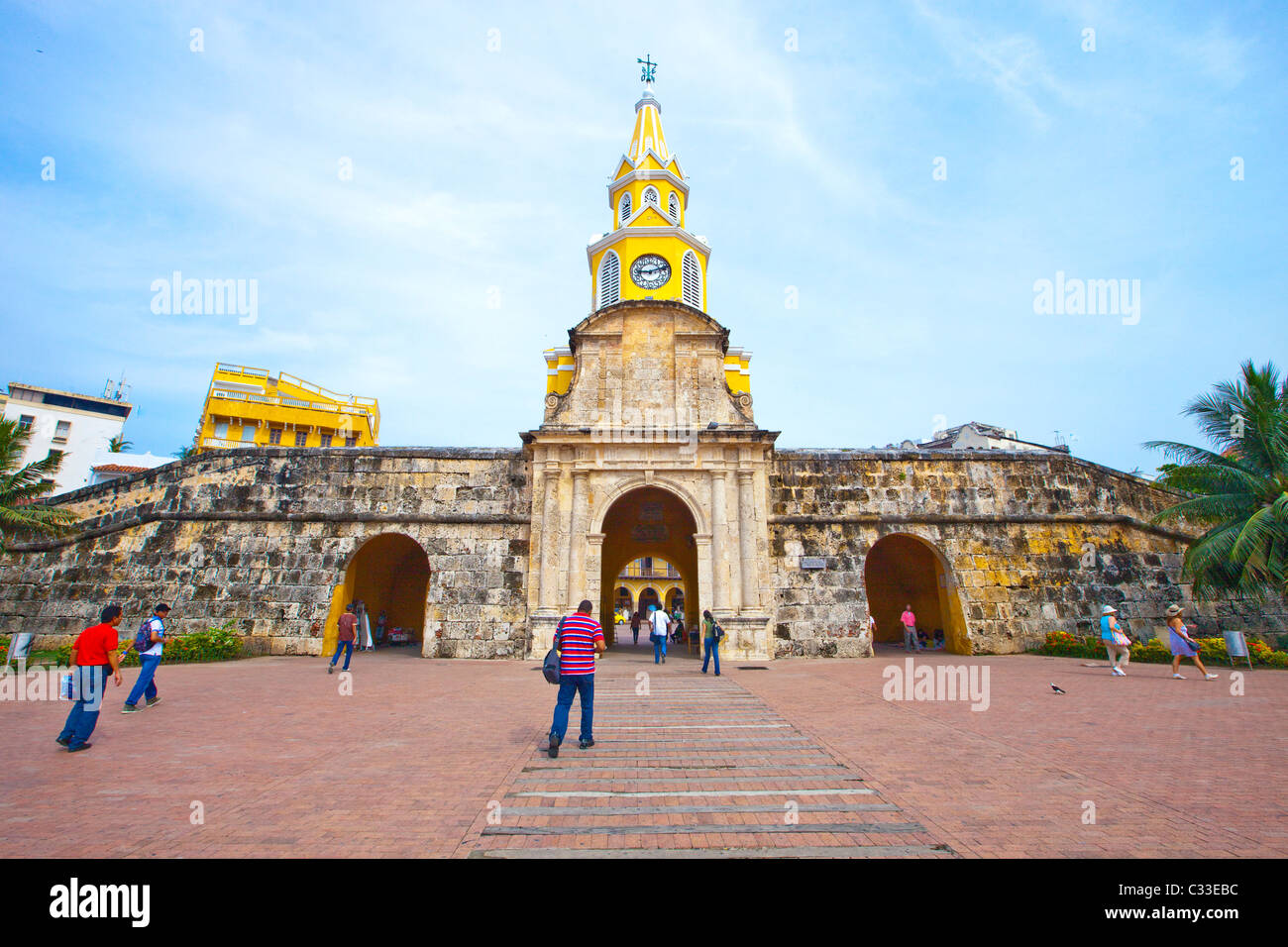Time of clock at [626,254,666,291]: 9:11
